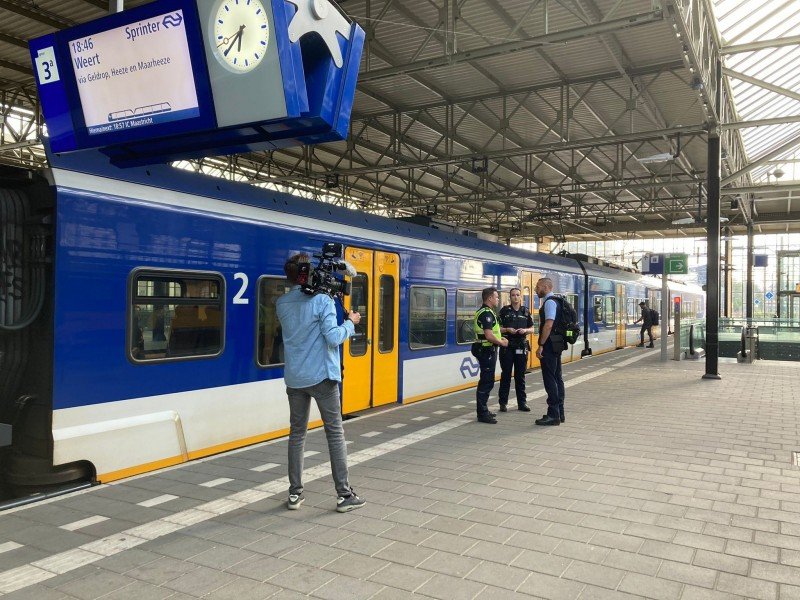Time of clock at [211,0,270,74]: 6:39
